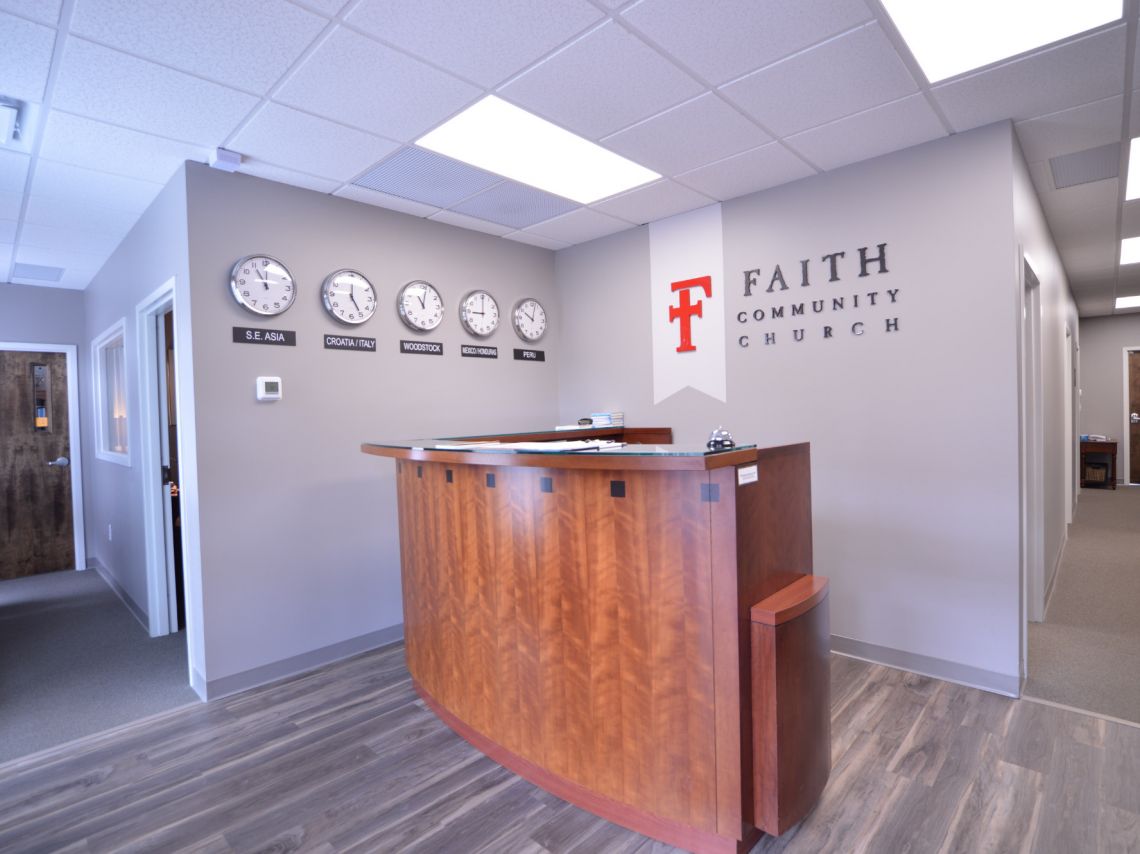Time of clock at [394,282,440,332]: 11:02
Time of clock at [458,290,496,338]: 9:00
